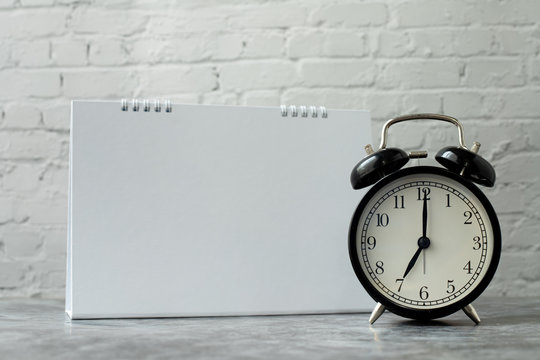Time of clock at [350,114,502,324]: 7:00
